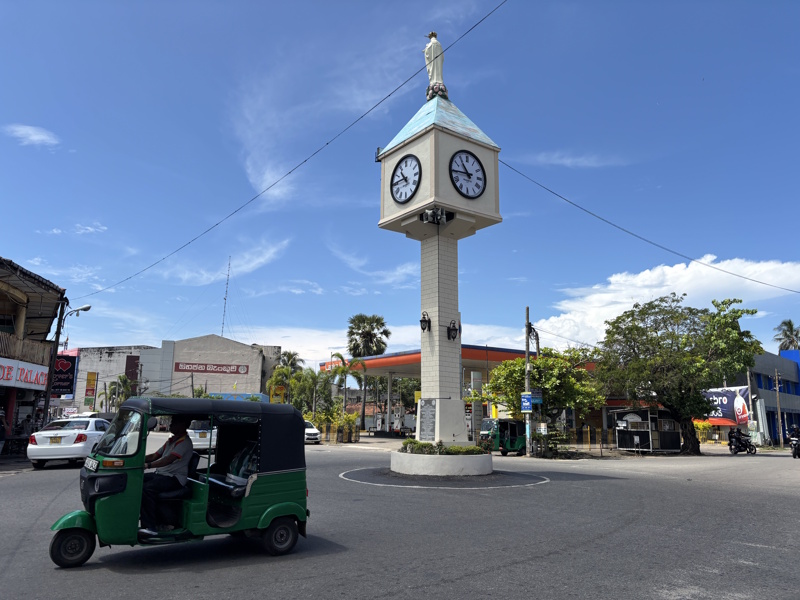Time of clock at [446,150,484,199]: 10:44
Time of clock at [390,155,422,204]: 10:45
